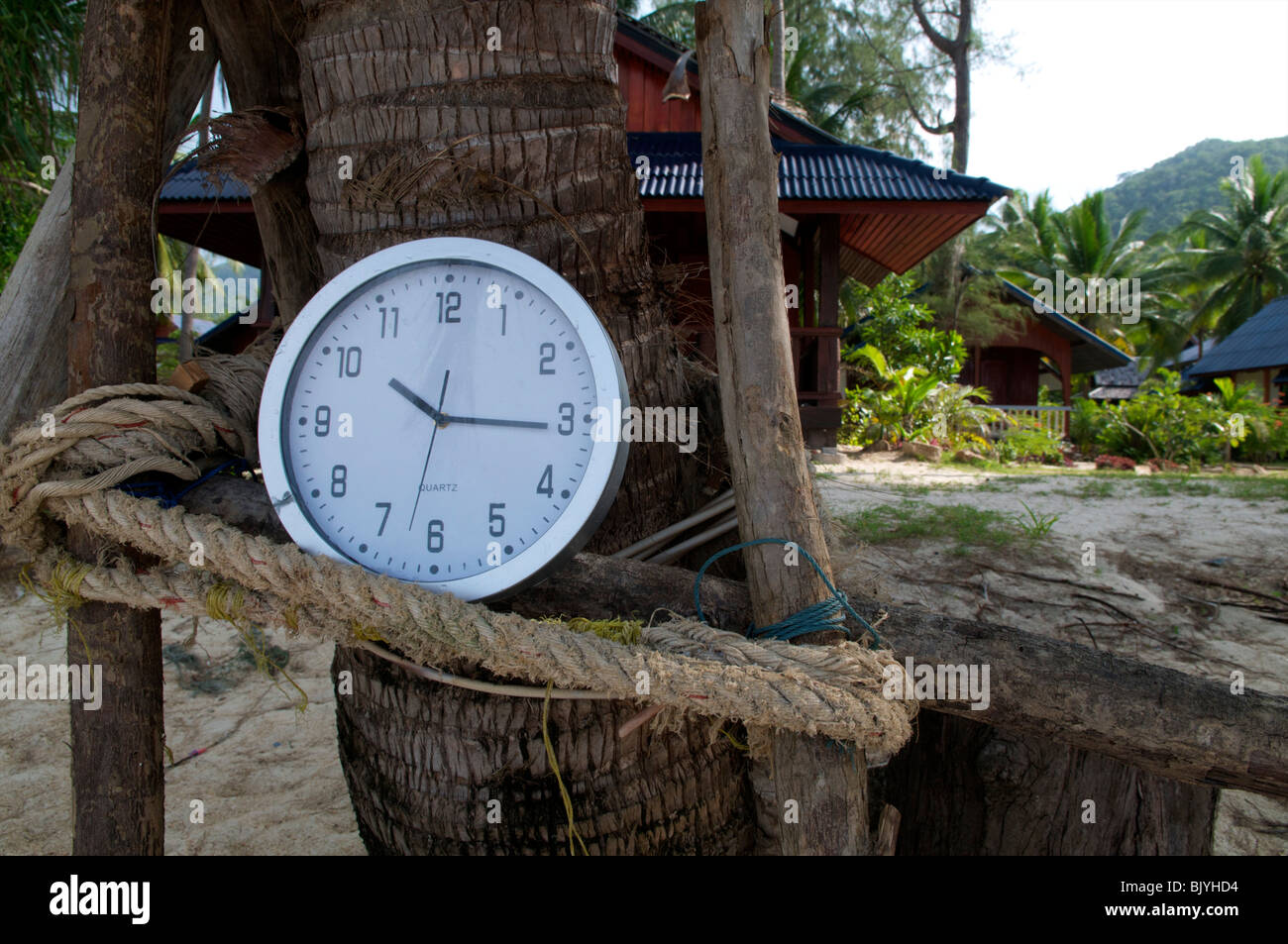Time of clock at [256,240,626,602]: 10:15
